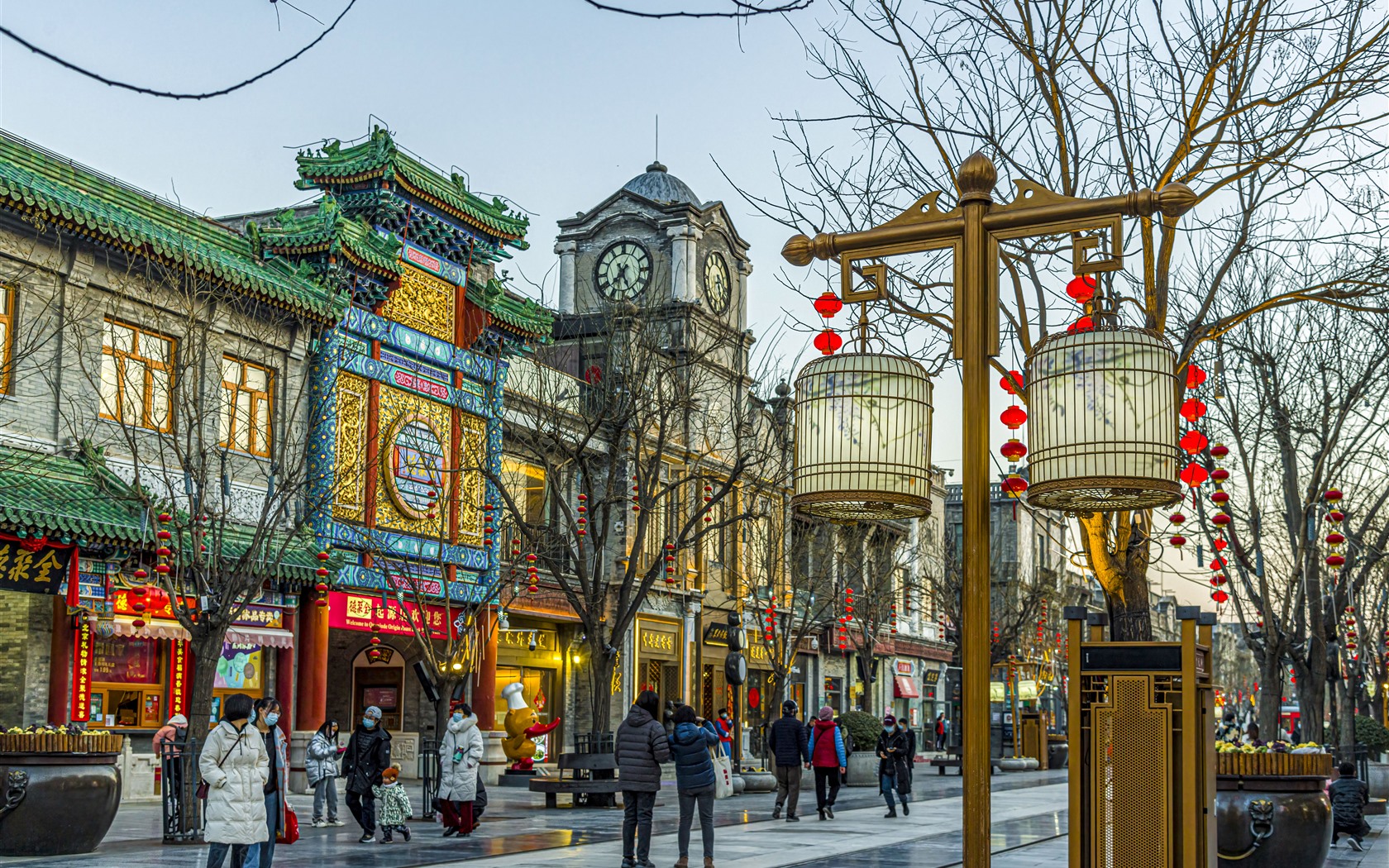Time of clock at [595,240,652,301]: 7:25
